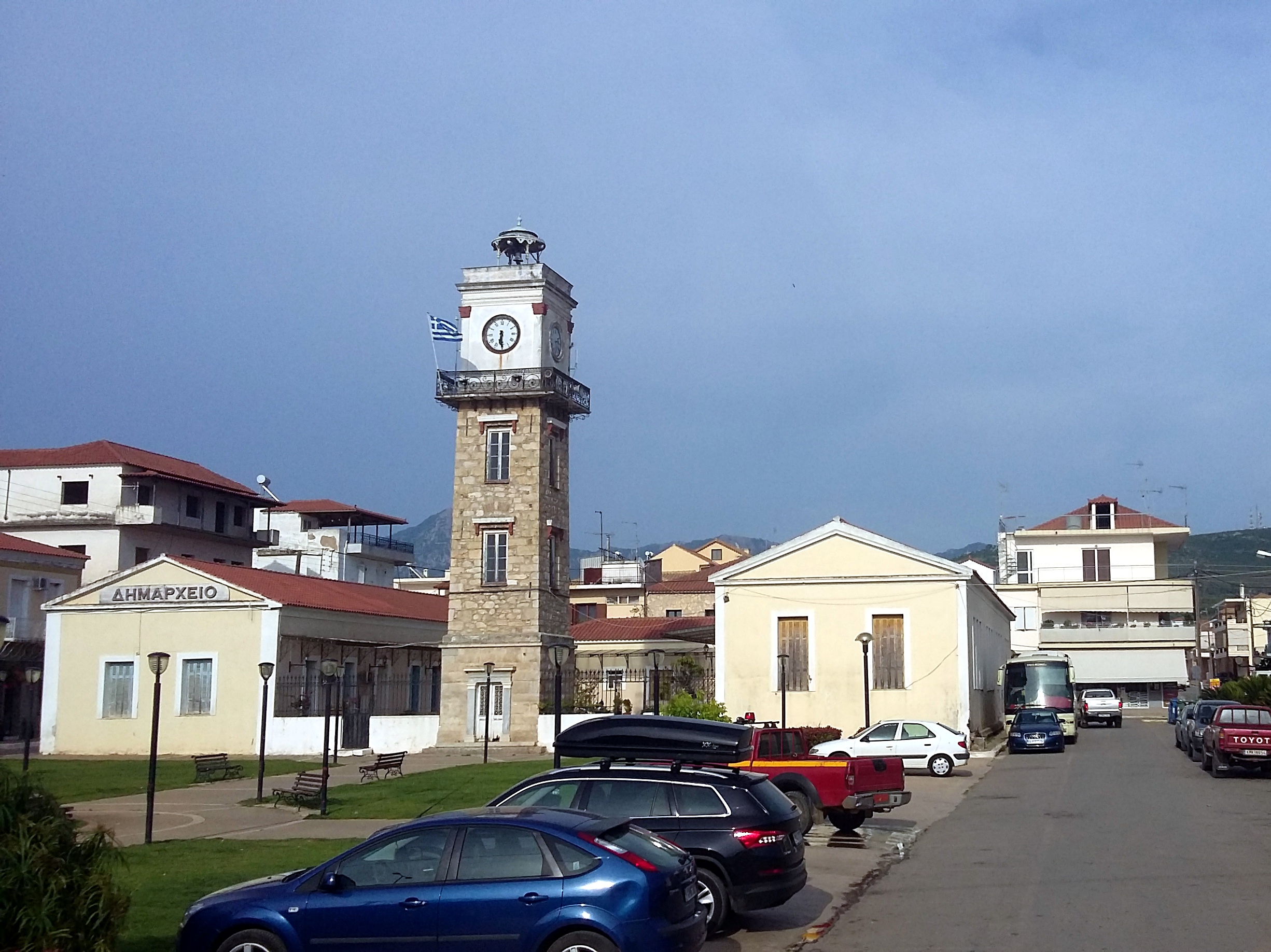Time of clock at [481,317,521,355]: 6:29
